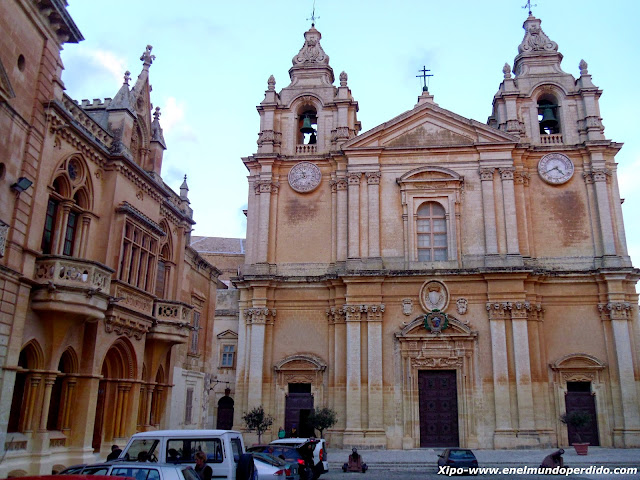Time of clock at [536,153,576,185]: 4:40
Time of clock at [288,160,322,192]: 11:40
